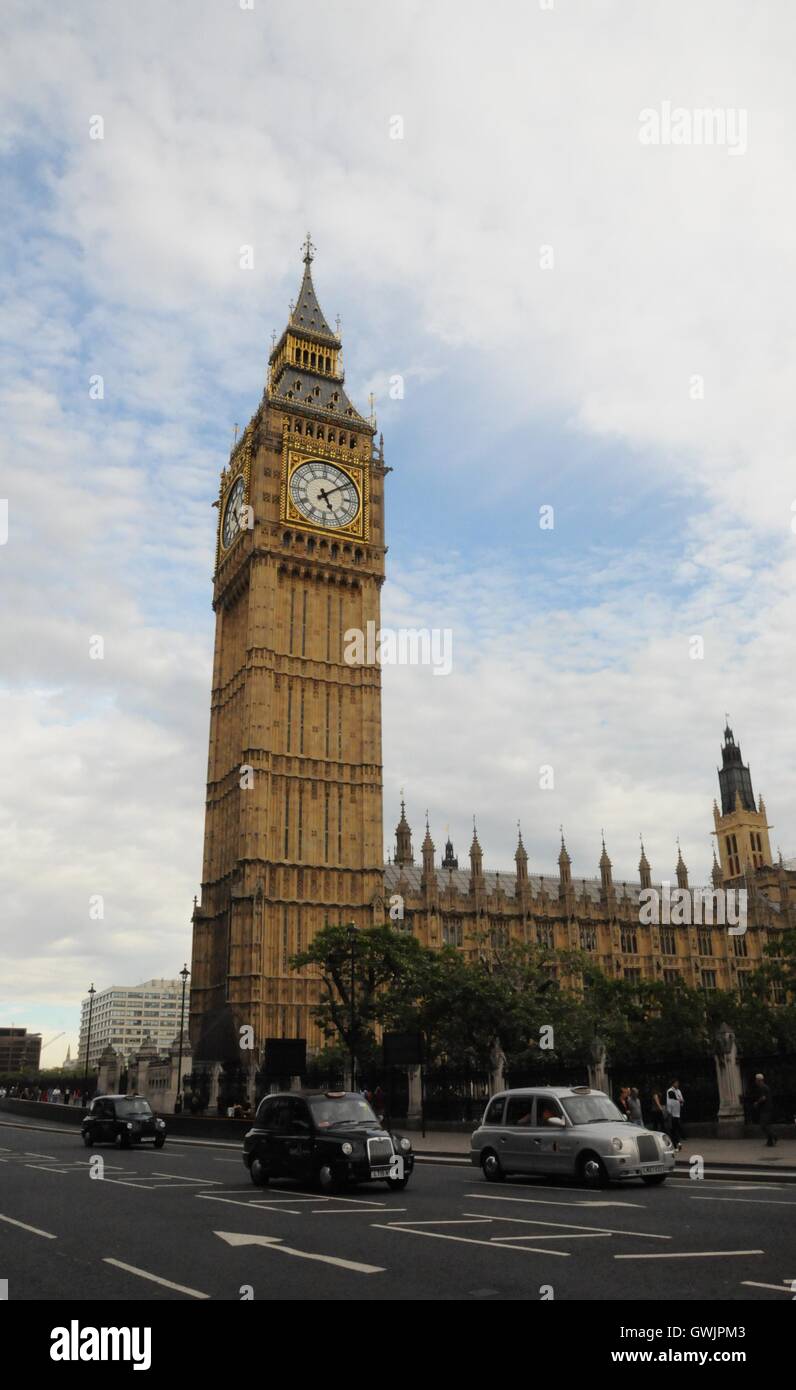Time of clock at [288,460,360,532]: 5:08
